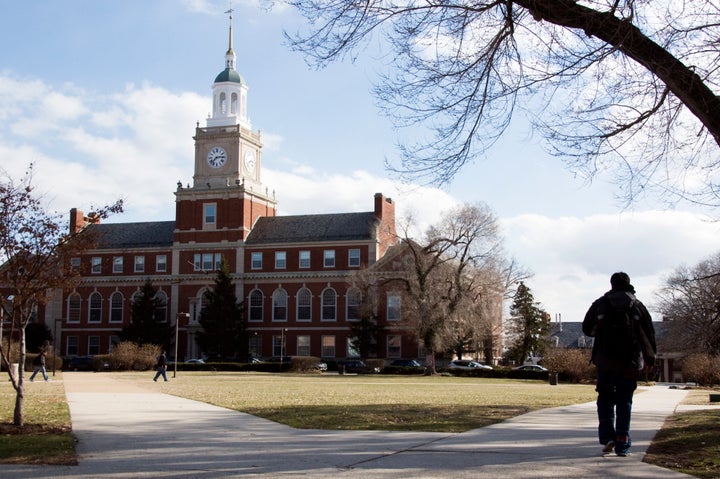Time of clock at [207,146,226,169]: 2:38
